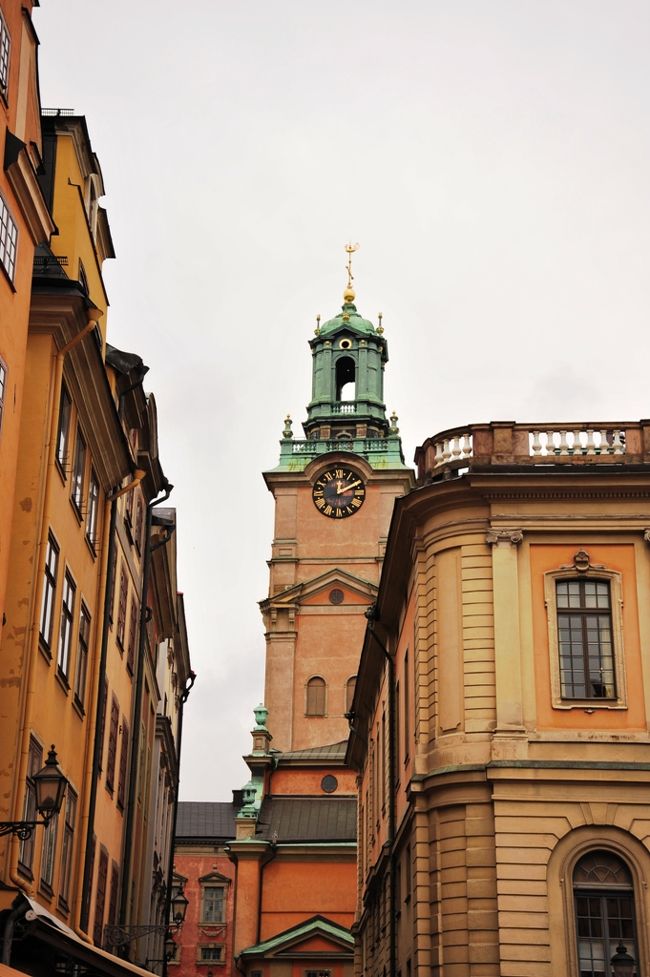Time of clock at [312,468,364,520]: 12:09
